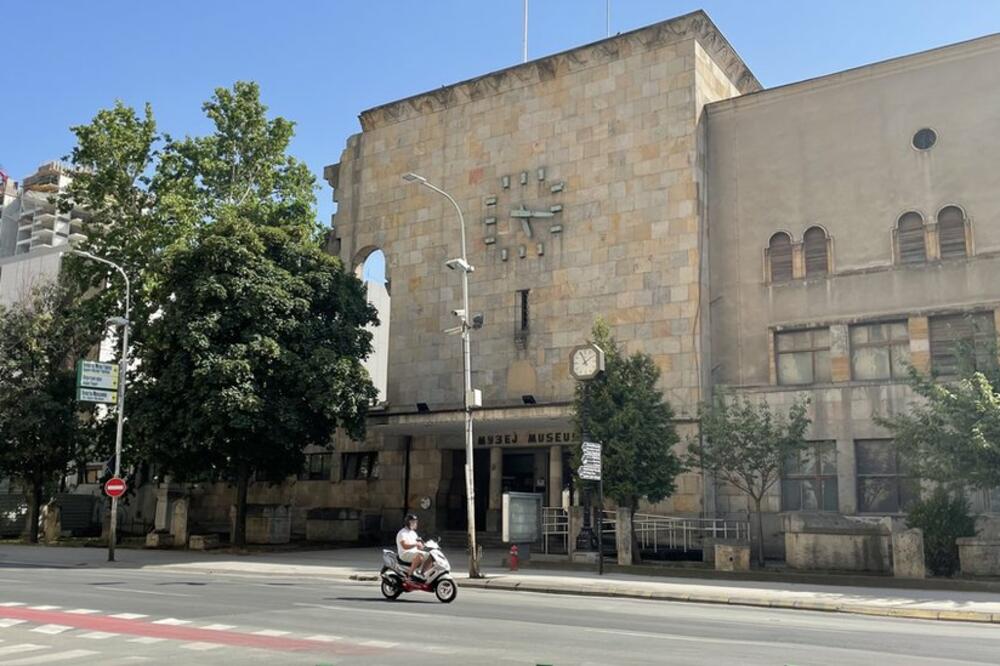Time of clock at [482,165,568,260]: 5:16
